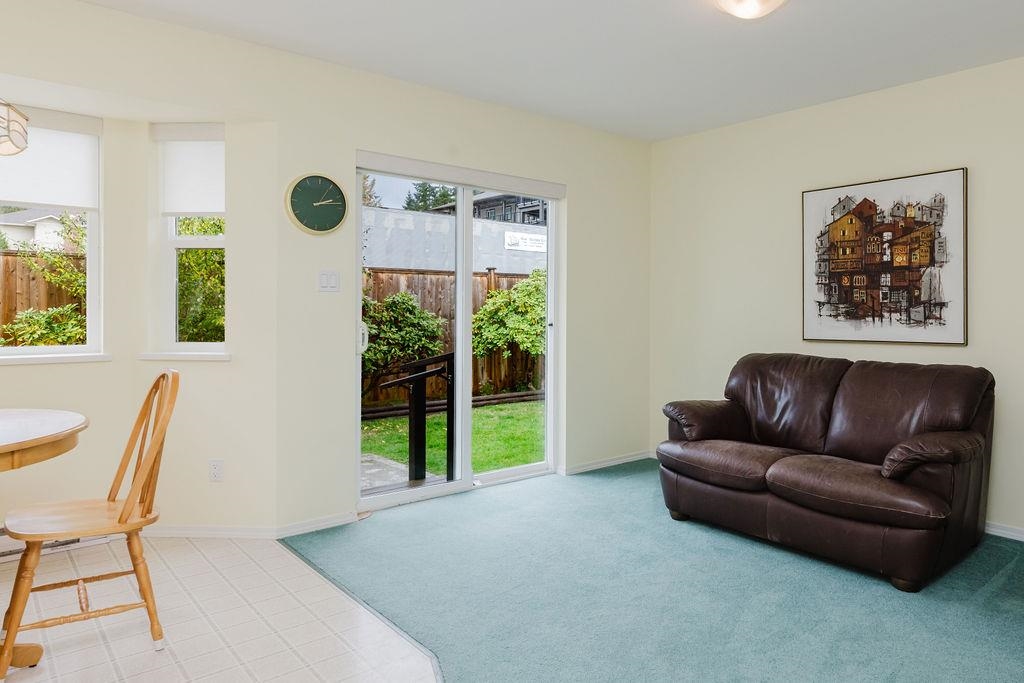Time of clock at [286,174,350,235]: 2:13
